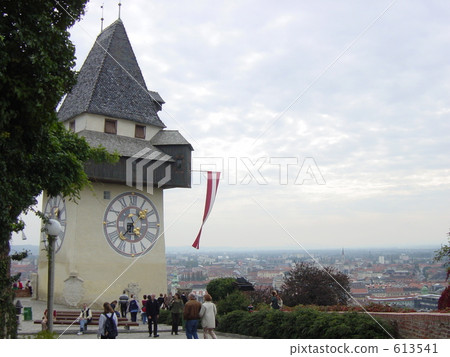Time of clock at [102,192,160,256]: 7:08
